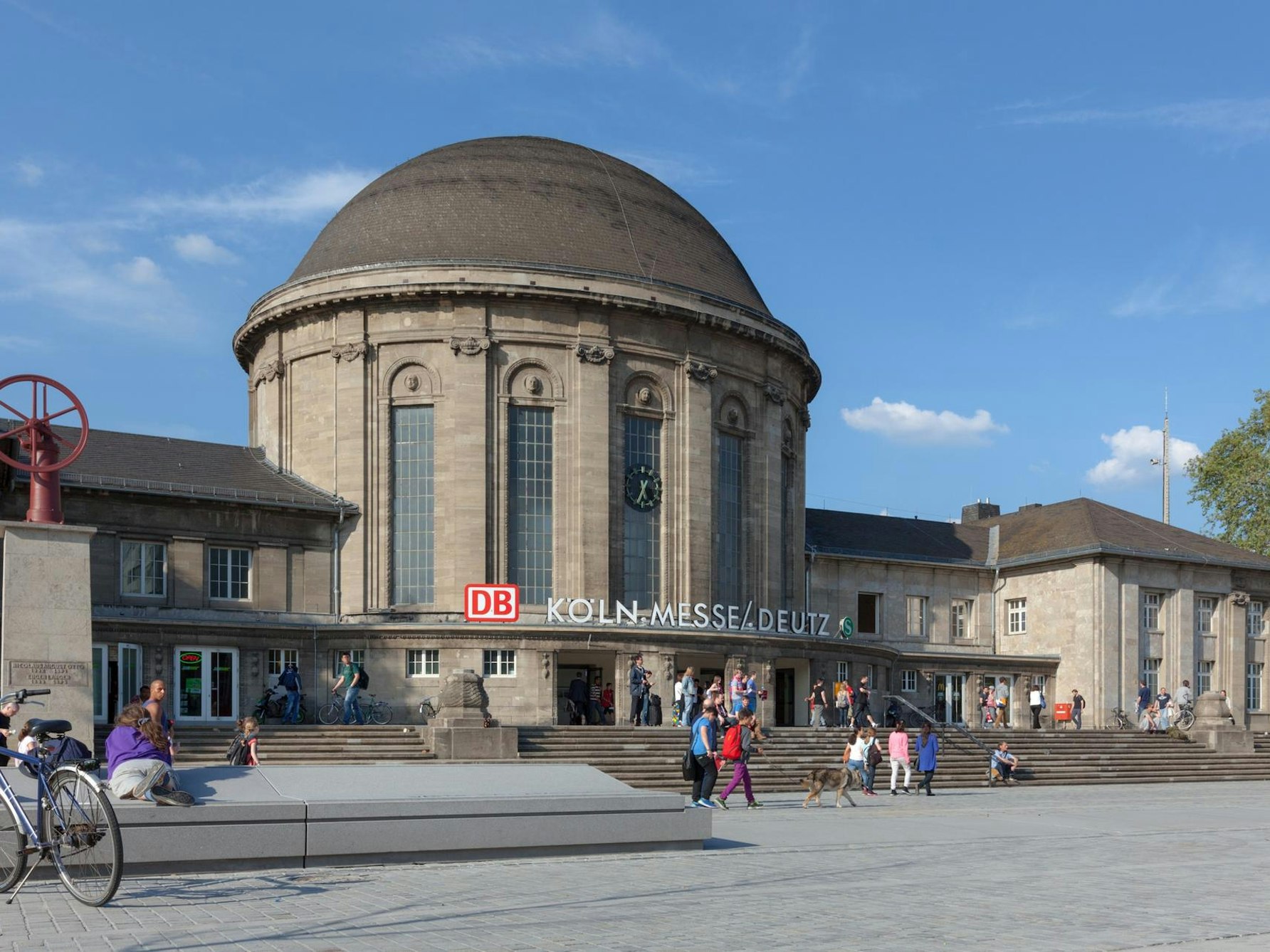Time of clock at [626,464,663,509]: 5:34
